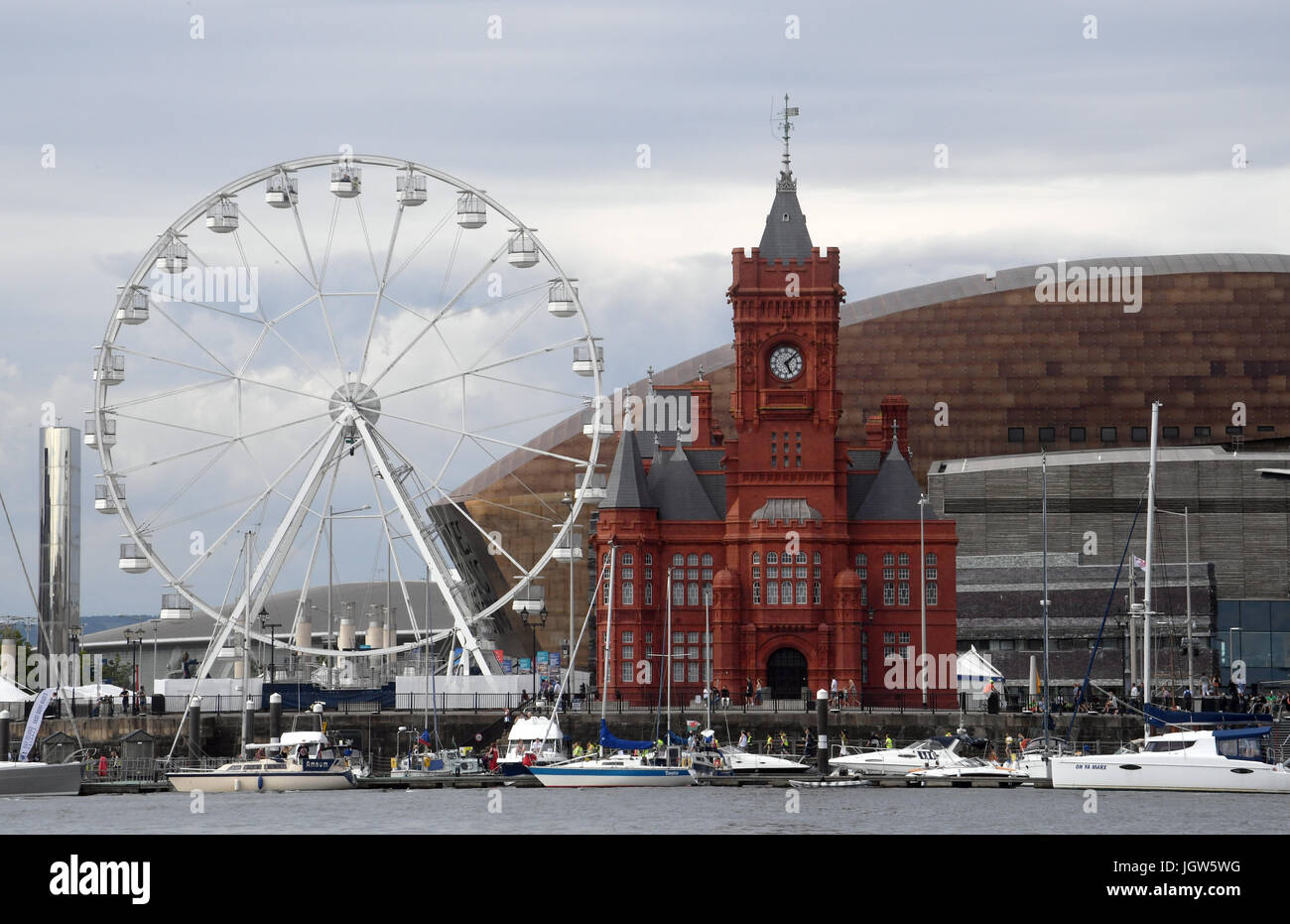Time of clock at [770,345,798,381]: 5:07
